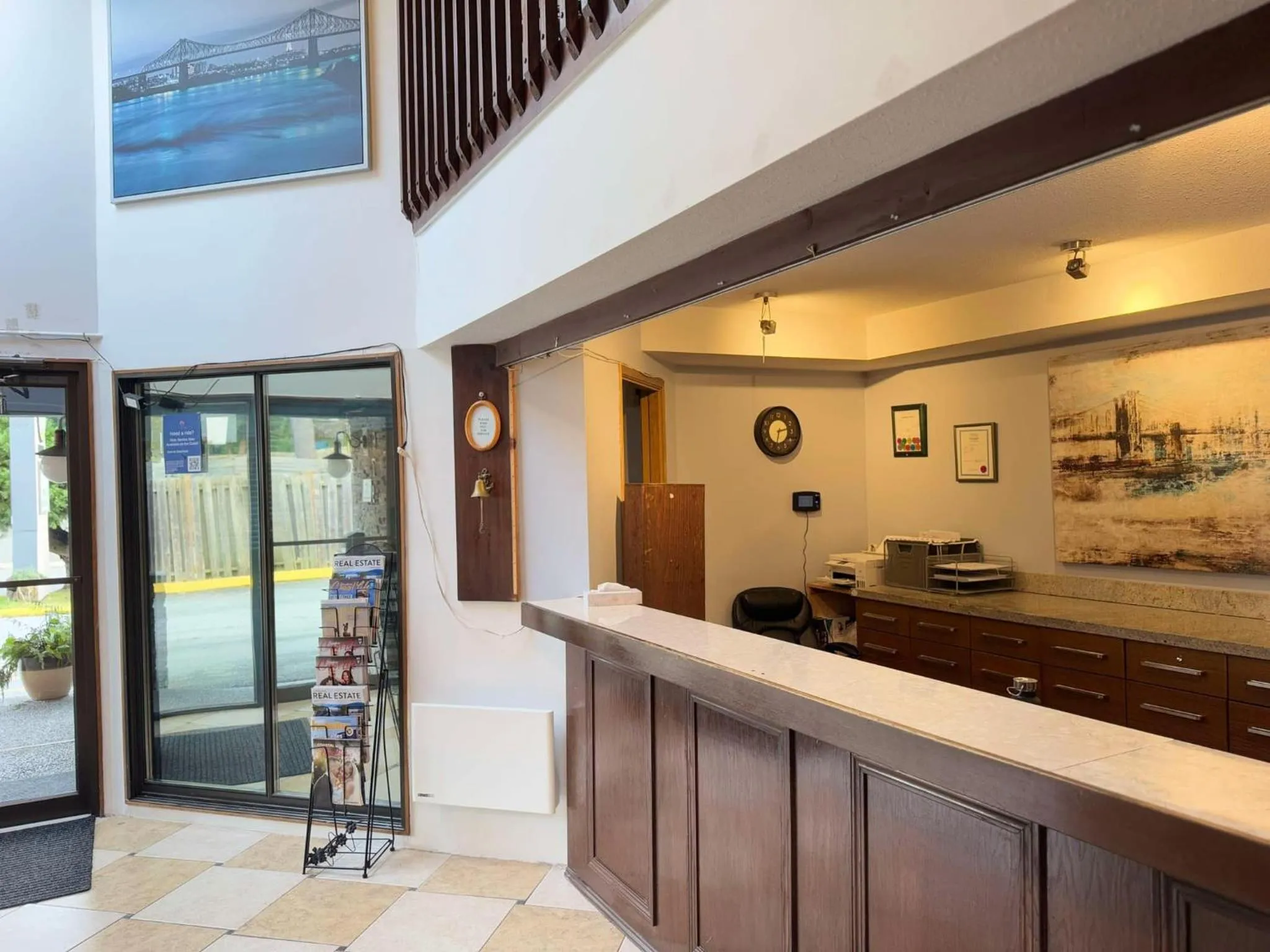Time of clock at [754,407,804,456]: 2:32
